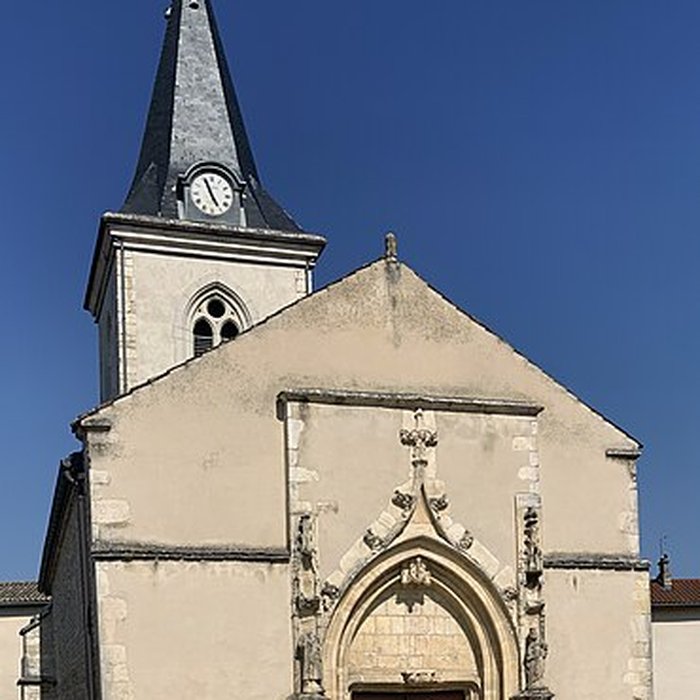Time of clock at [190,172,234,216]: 4:56
